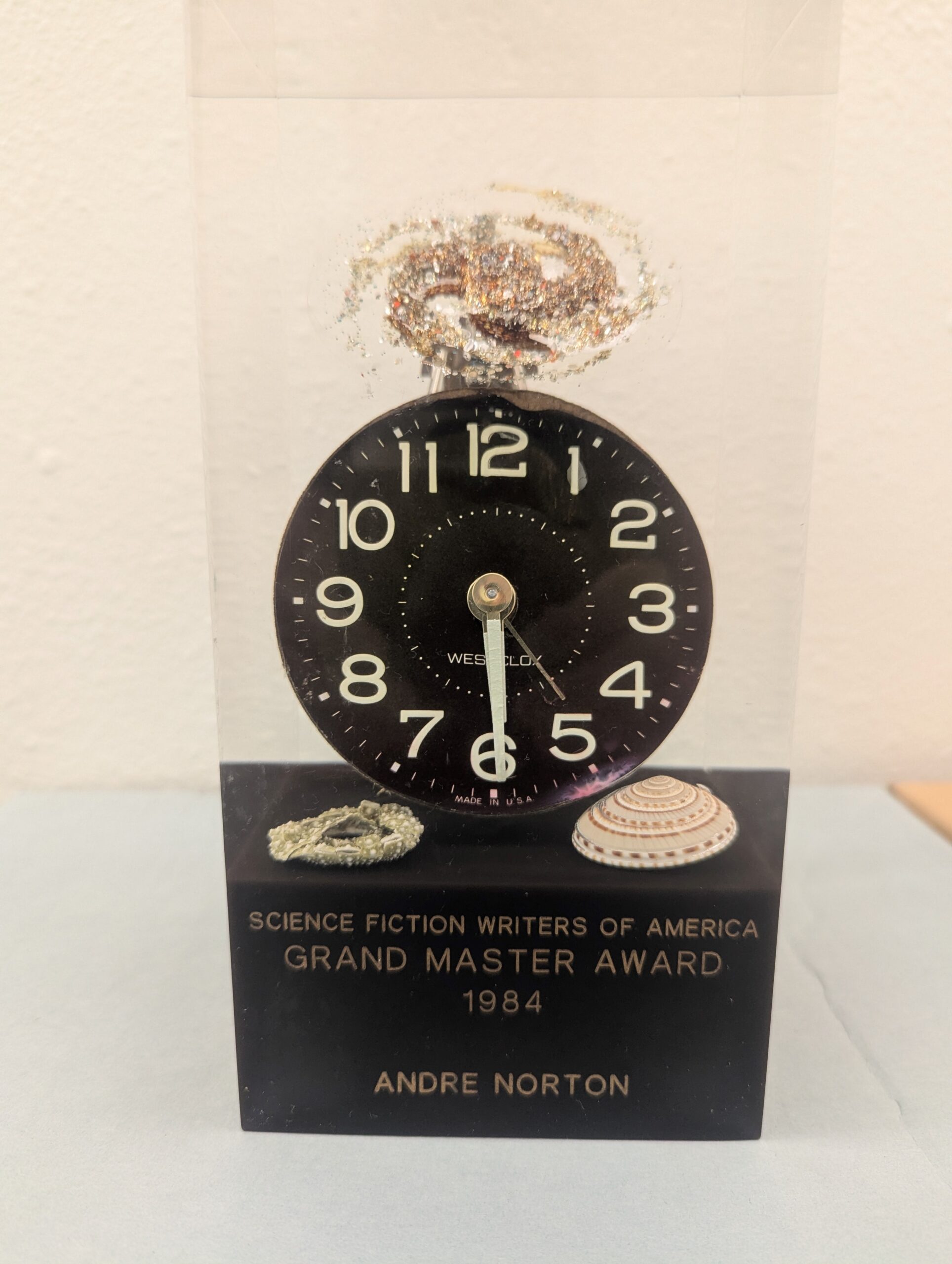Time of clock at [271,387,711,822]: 5:29
